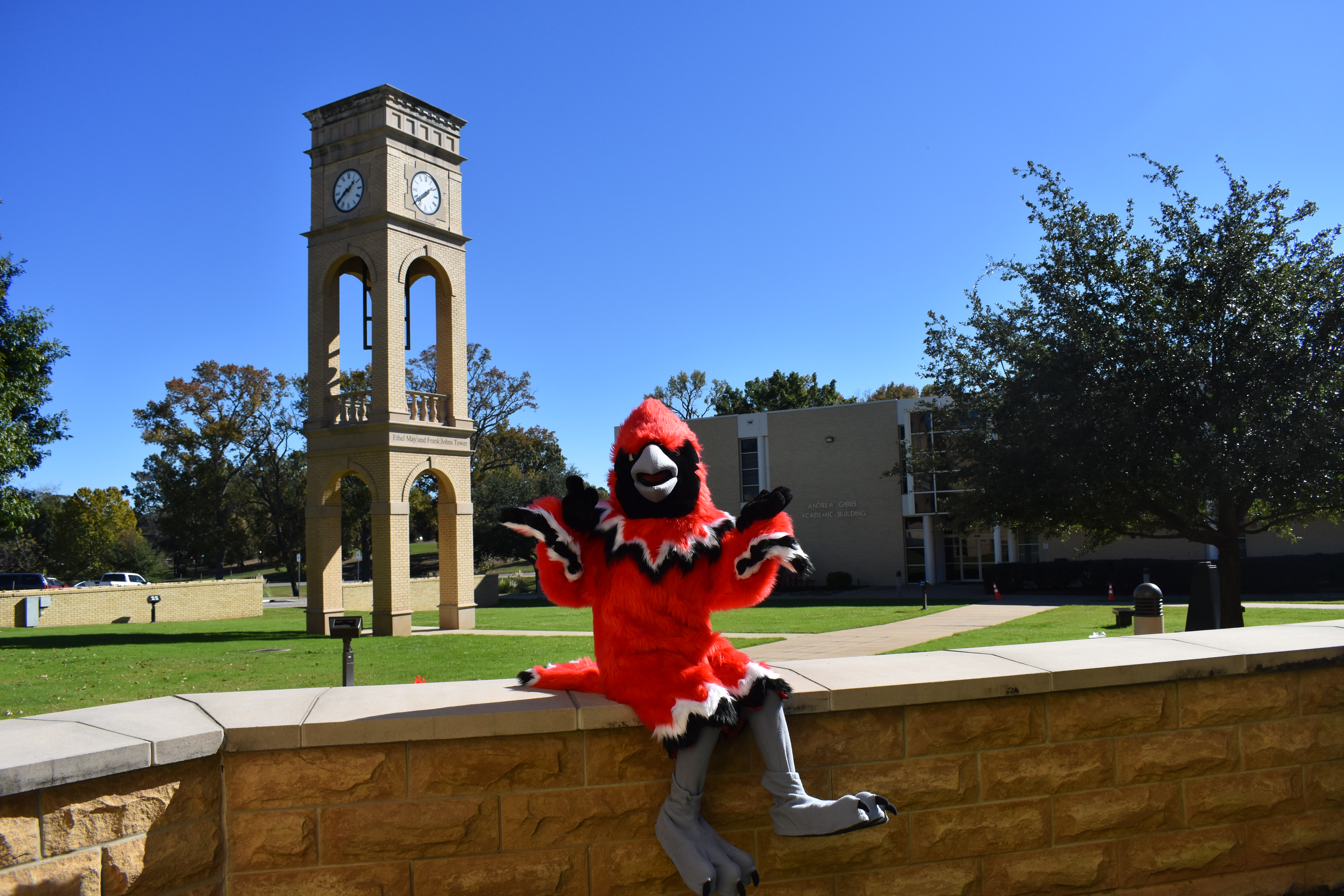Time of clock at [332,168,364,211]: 1:39
